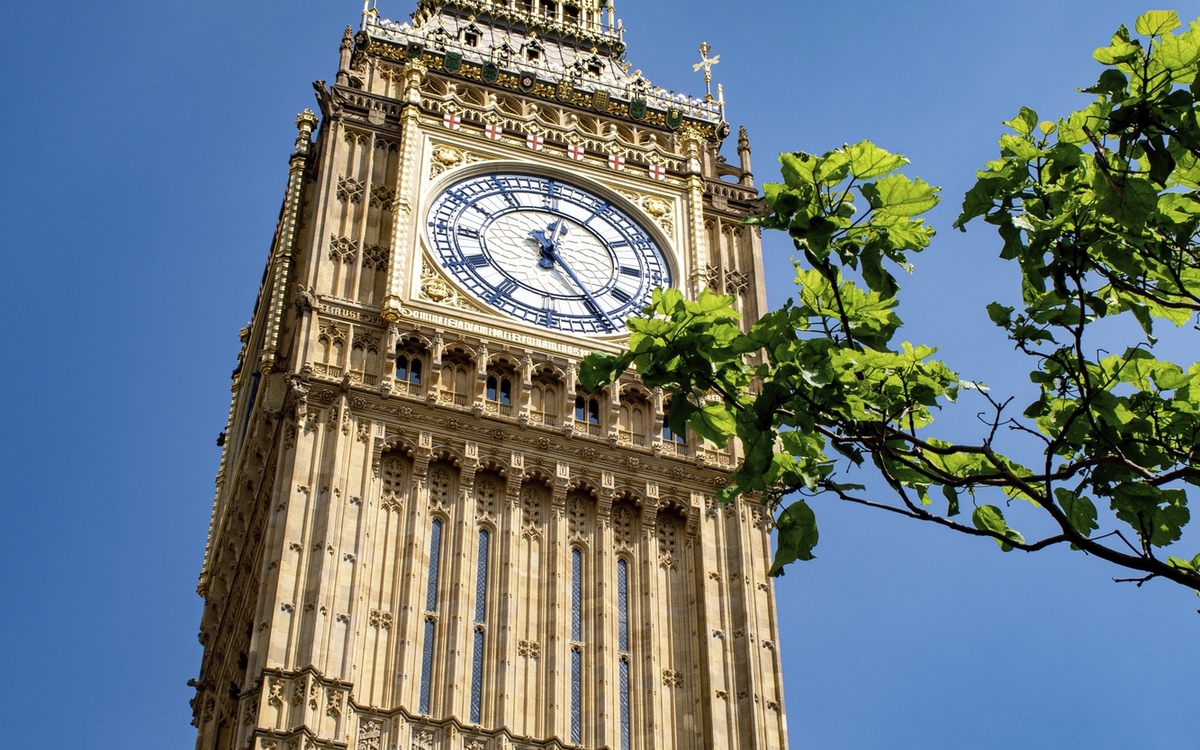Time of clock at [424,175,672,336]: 12:24
